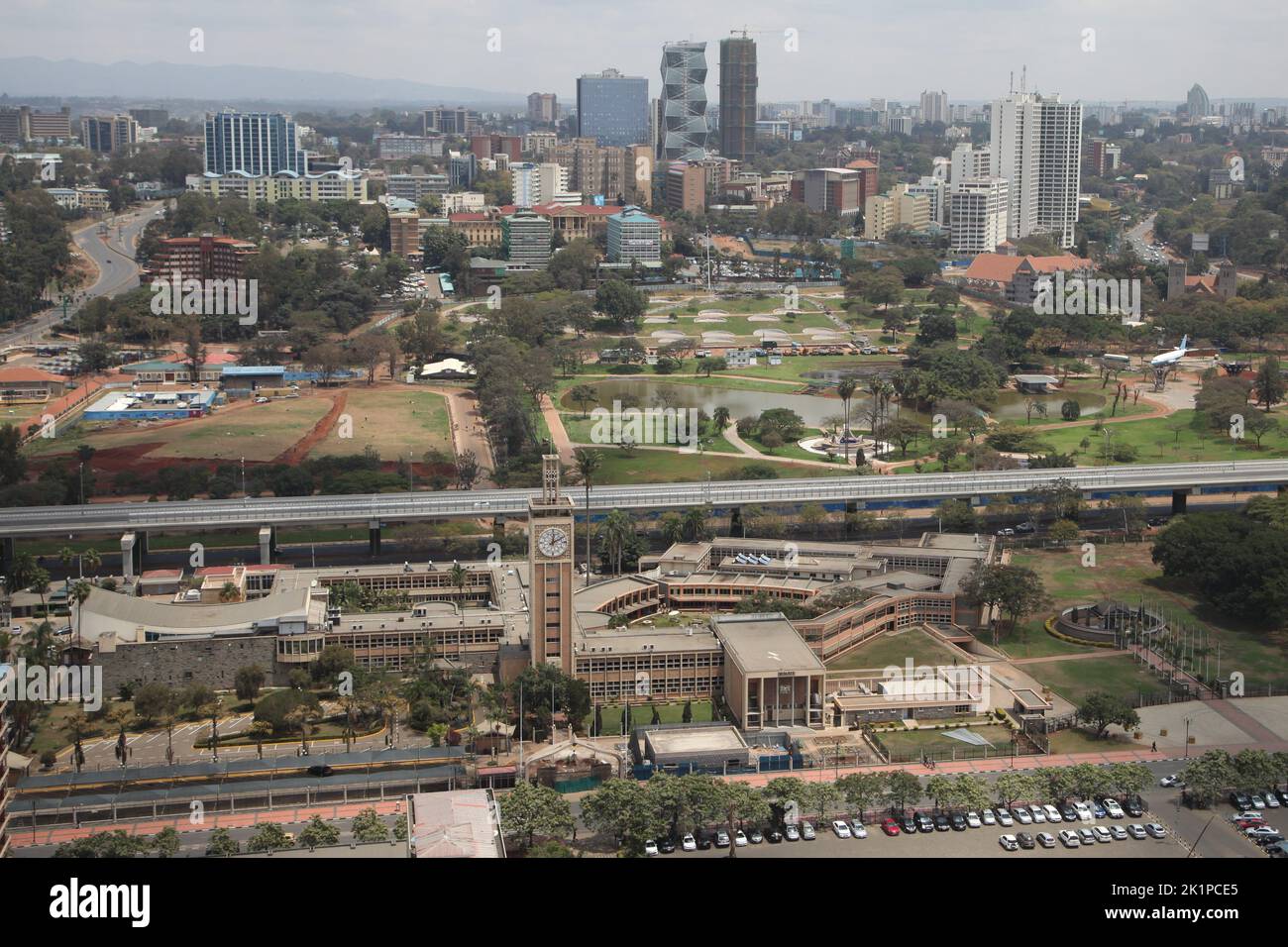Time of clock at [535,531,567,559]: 12:10
